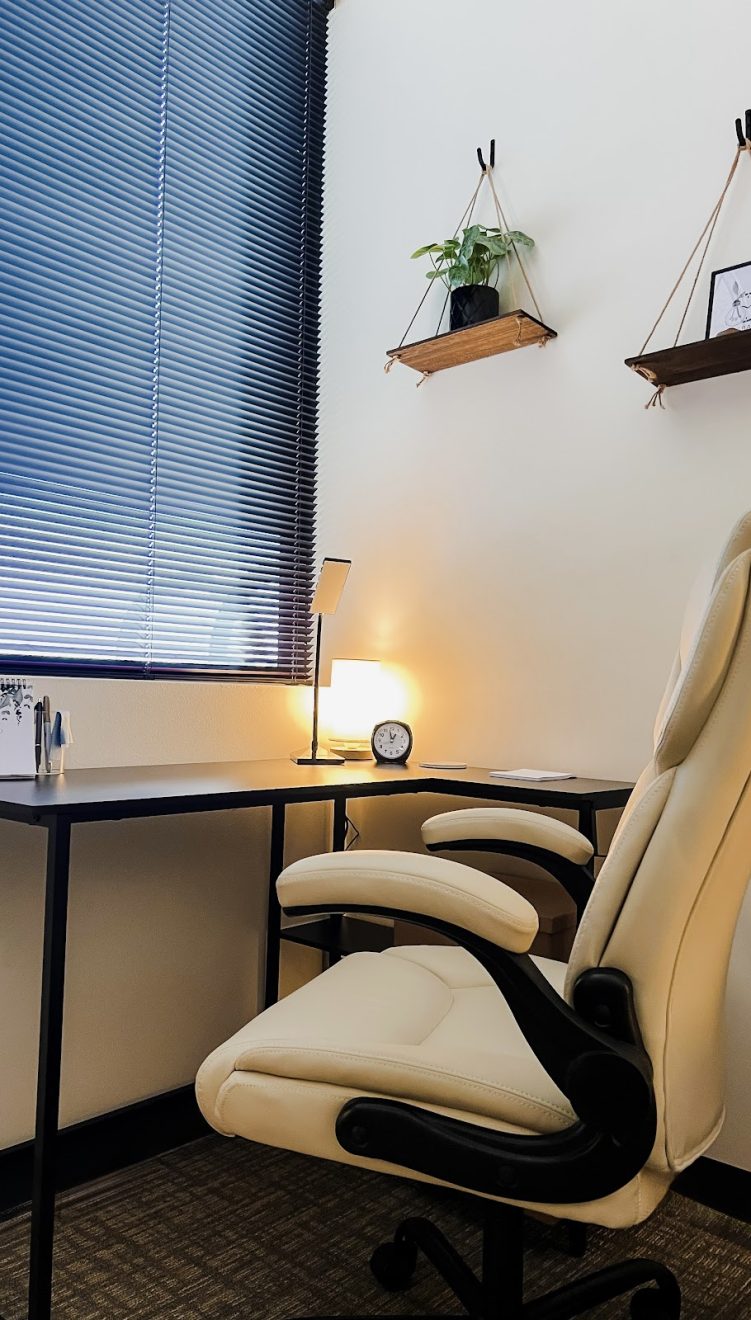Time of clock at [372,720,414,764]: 12:58
